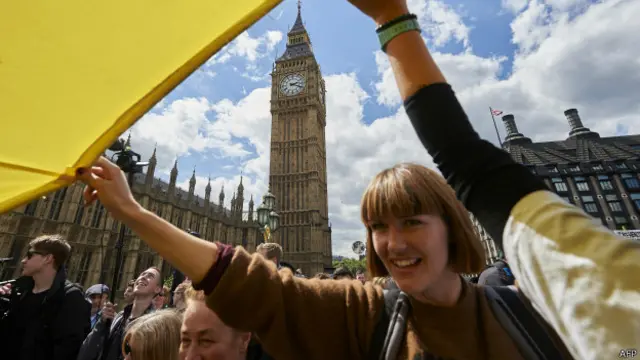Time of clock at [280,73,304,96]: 2:18
